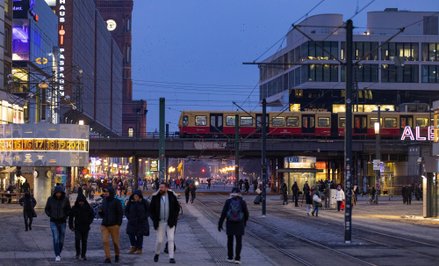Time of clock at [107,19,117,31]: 5:12
